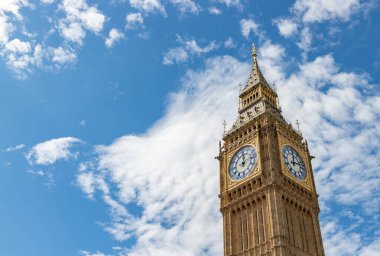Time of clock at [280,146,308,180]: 12:12
